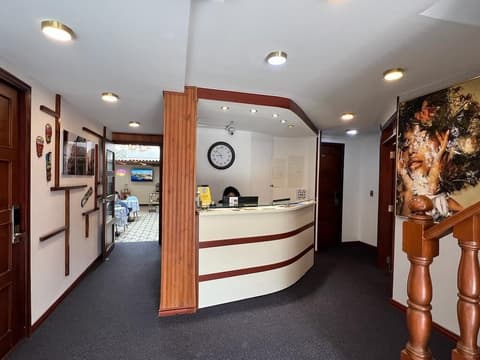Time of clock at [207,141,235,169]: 8:52
